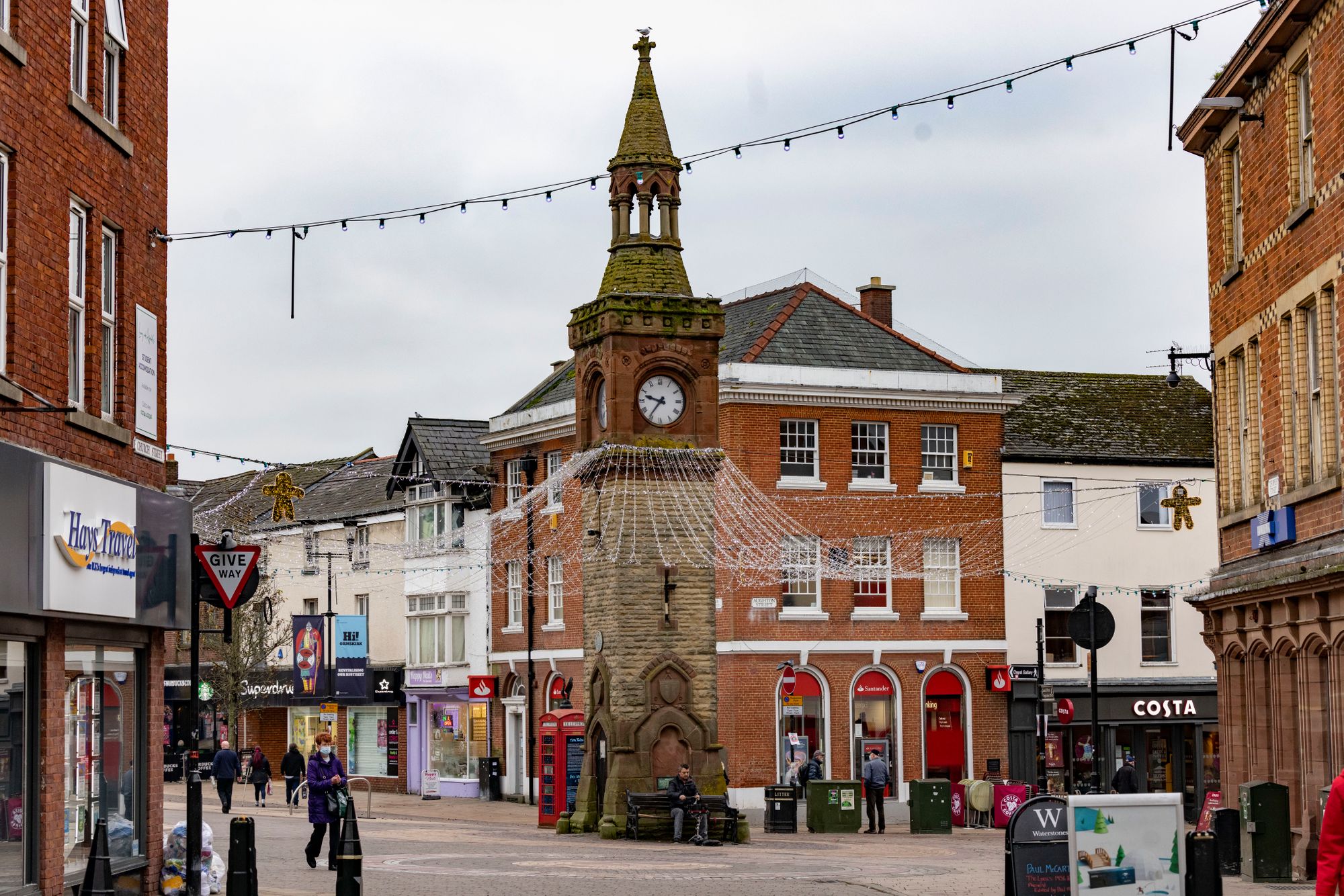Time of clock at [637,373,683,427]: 9:36
